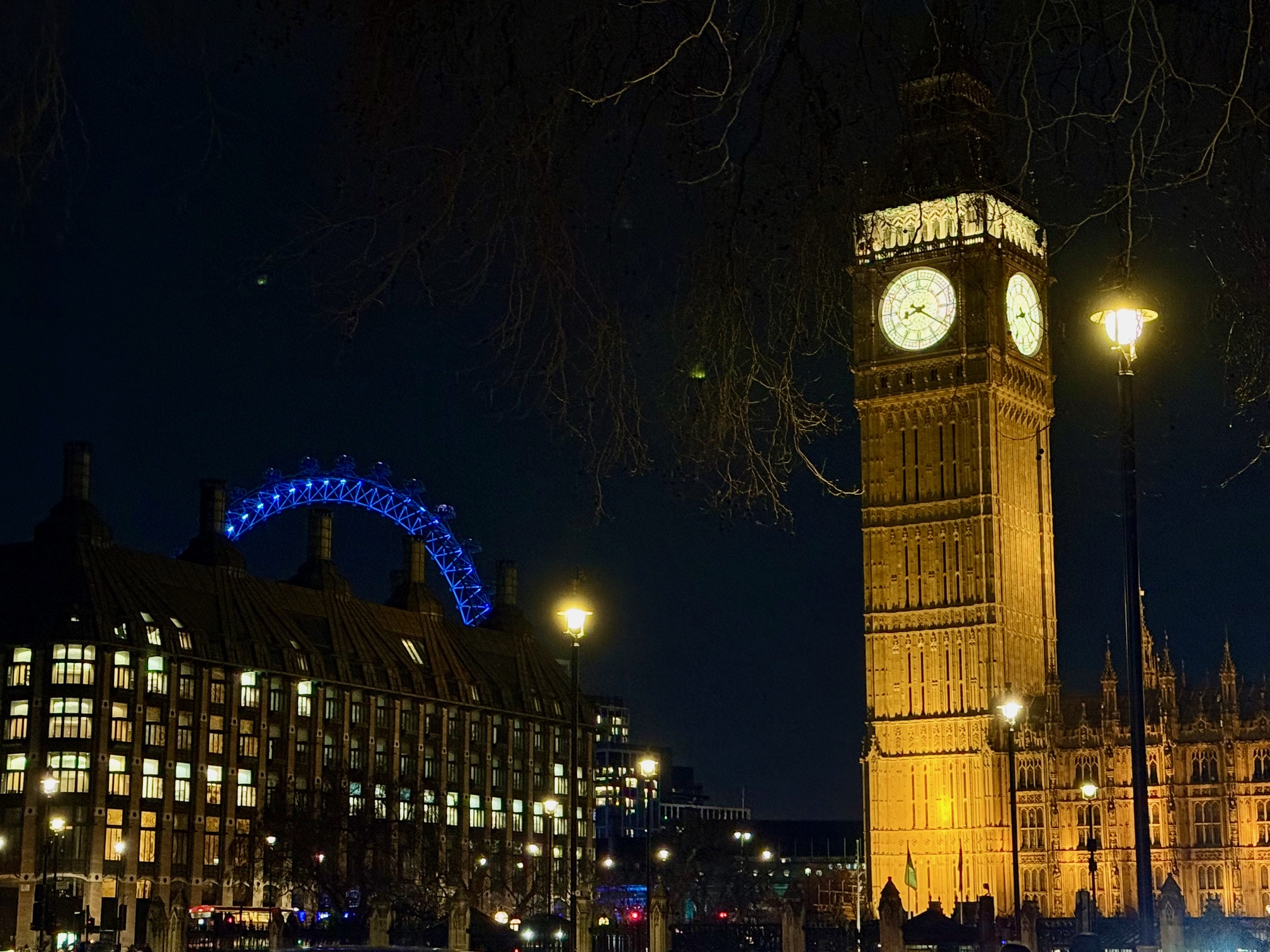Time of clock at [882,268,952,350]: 8:20
